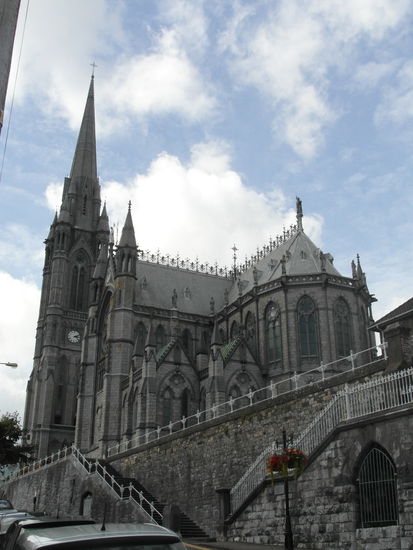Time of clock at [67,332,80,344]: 3:11
